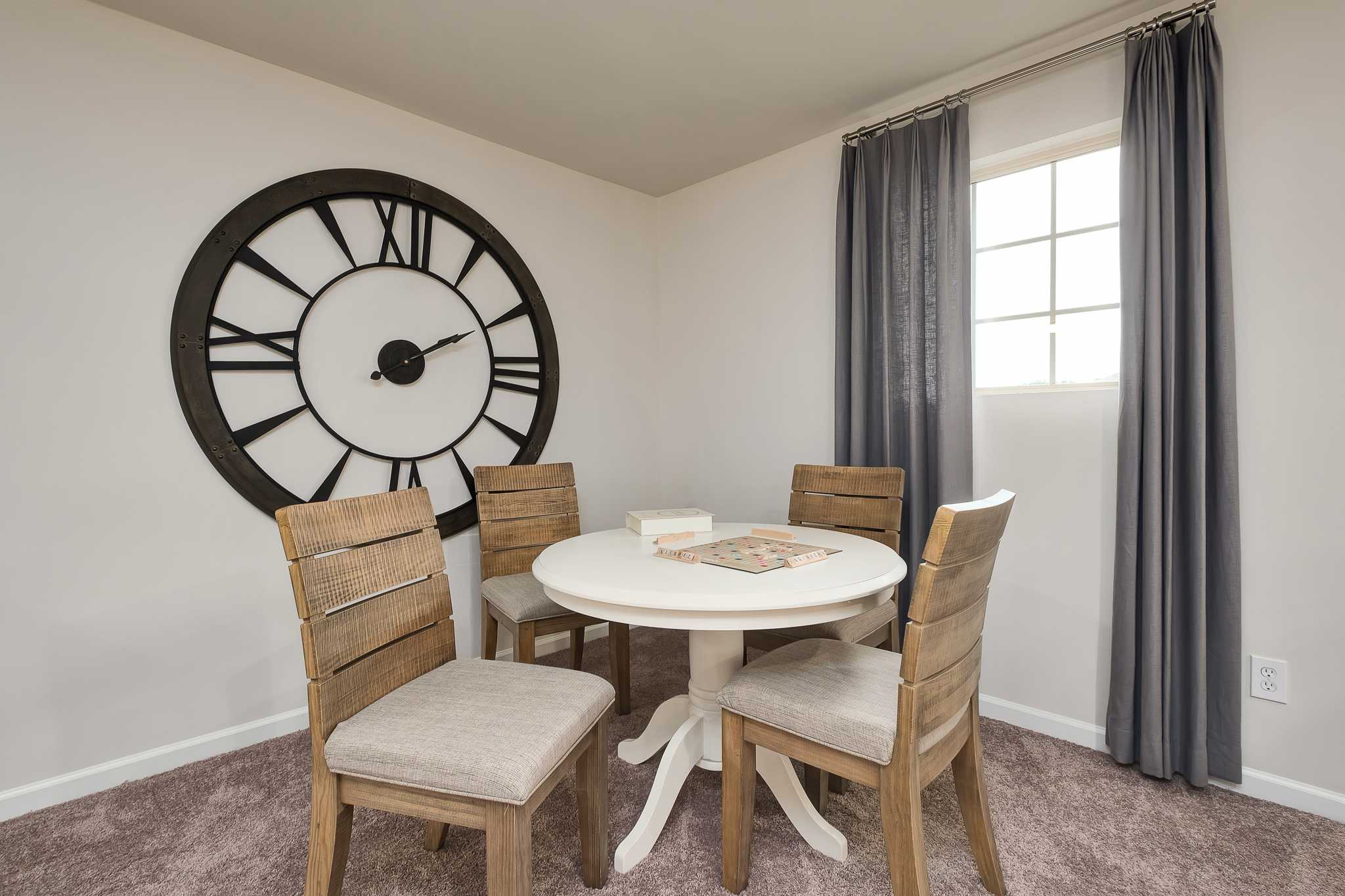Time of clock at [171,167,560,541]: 2:10
